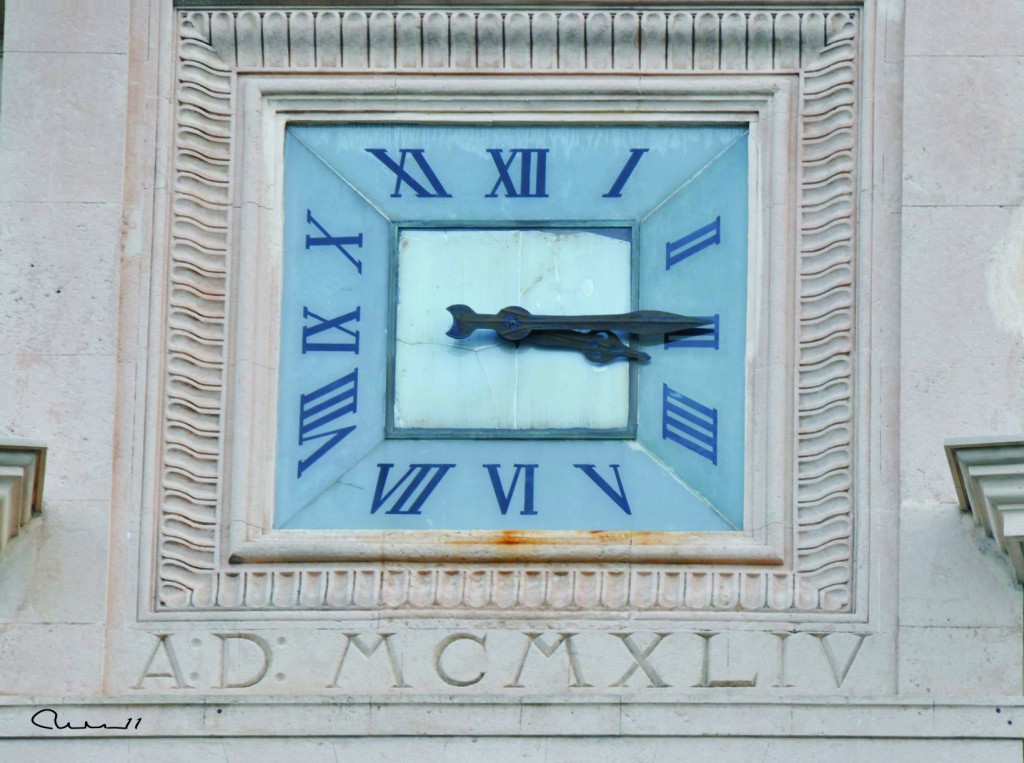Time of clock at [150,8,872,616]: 3:14
